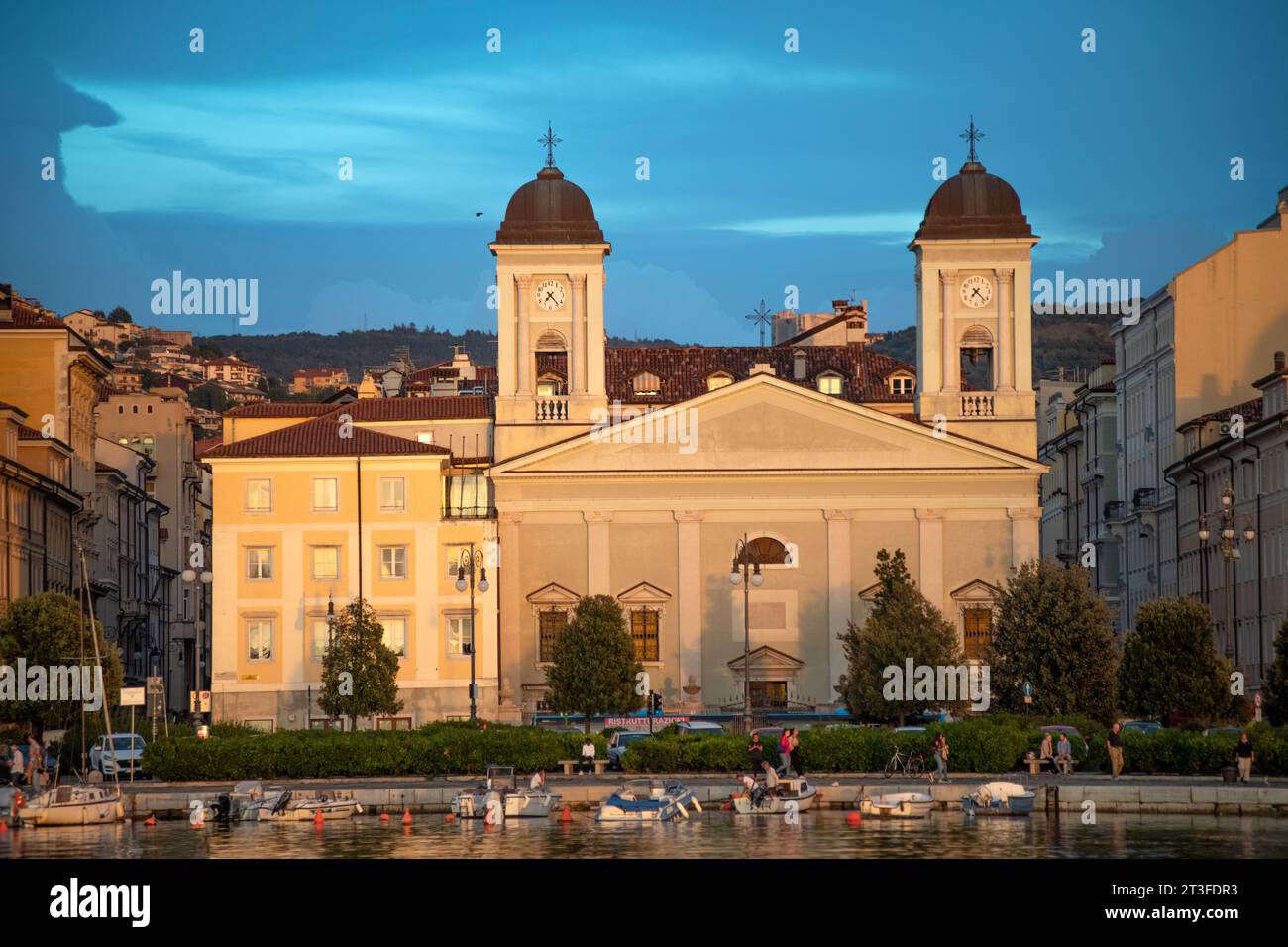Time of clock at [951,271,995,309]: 7:22
